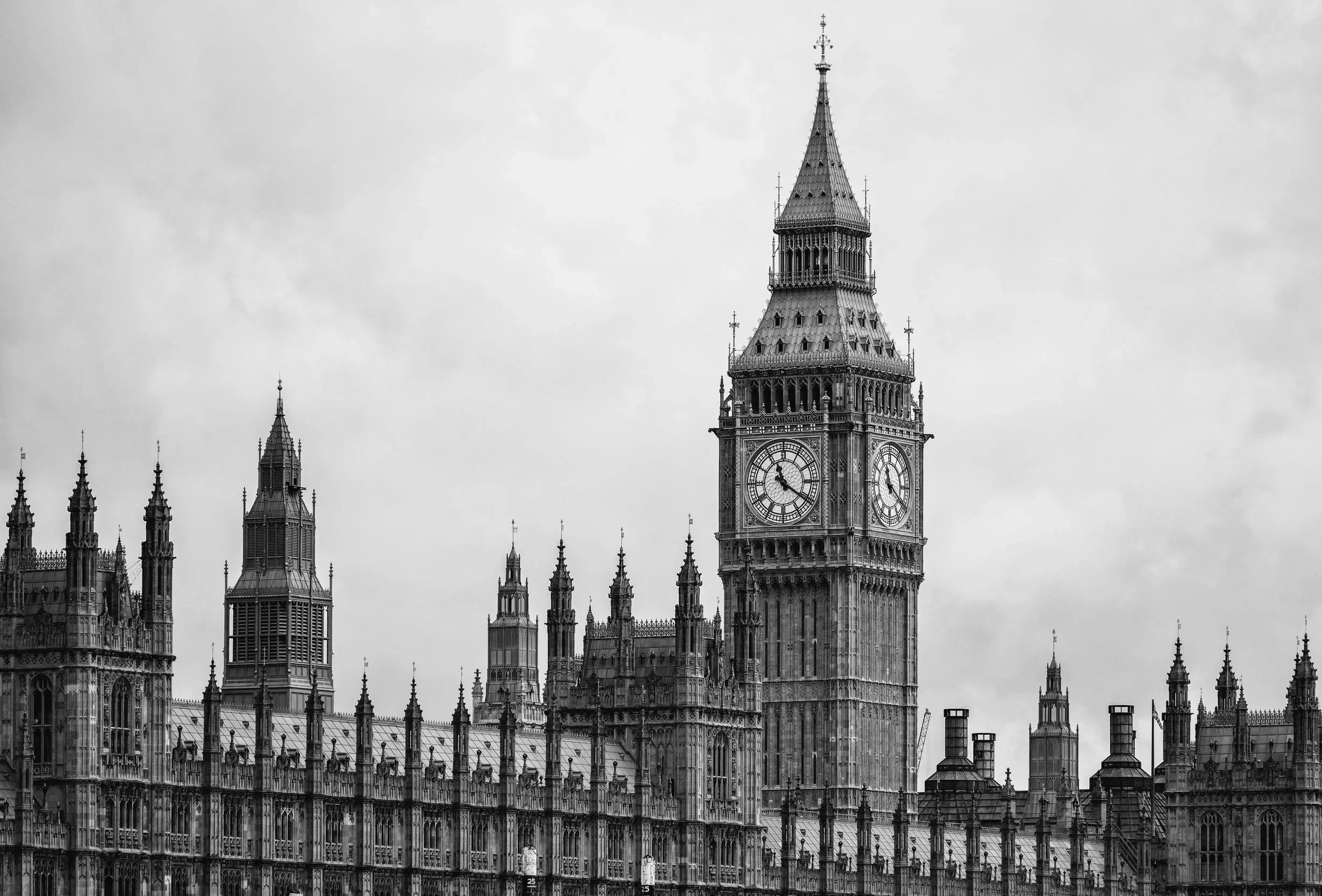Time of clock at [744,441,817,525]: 11:20
